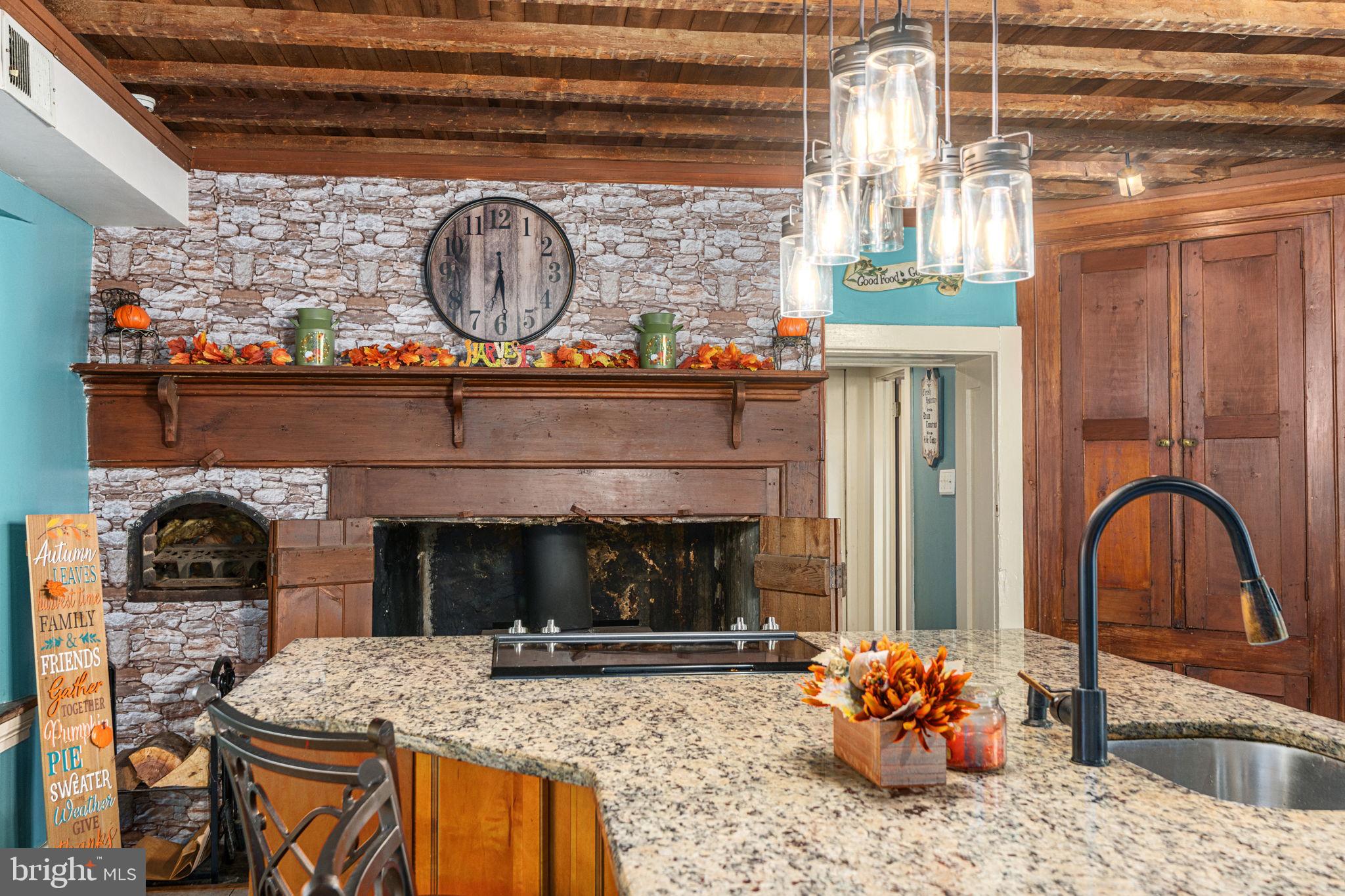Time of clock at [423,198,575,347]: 6:29
